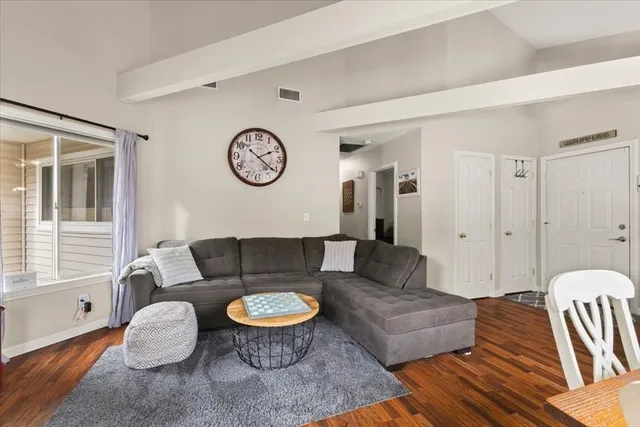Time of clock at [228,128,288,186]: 2:21
